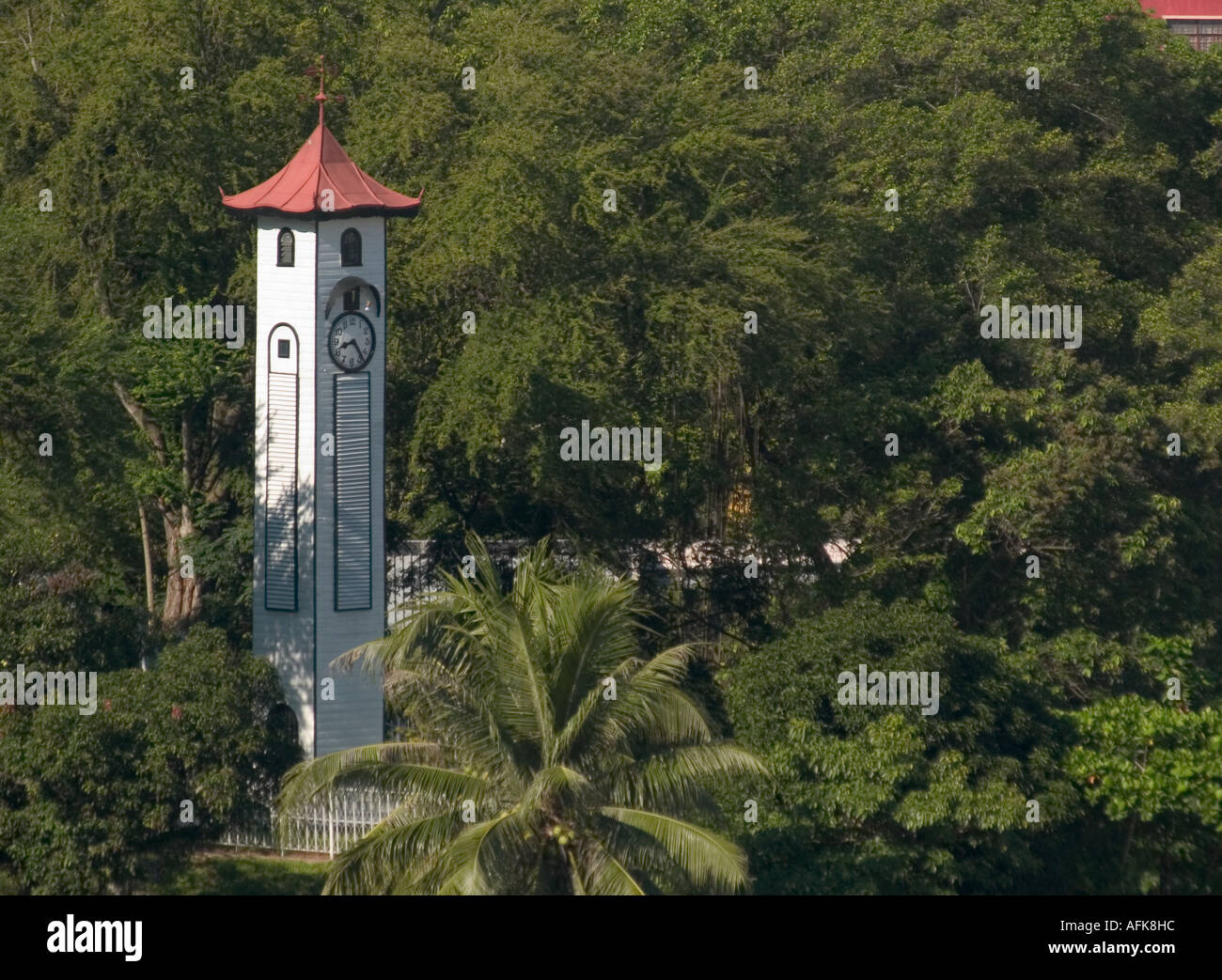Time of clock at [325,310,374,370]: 8:23
